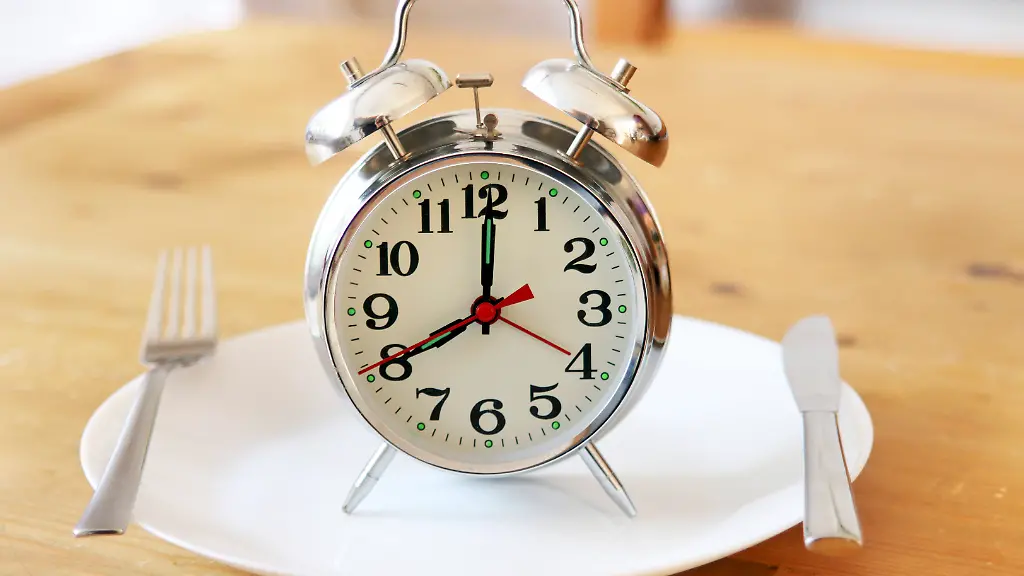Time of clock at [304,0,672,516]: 8:00
